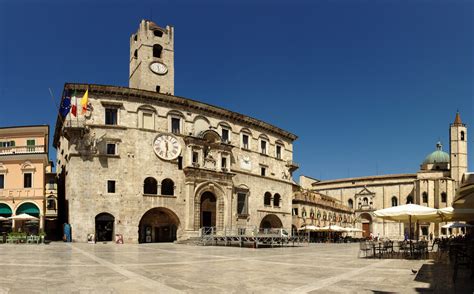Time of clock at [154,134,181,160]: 11:30
